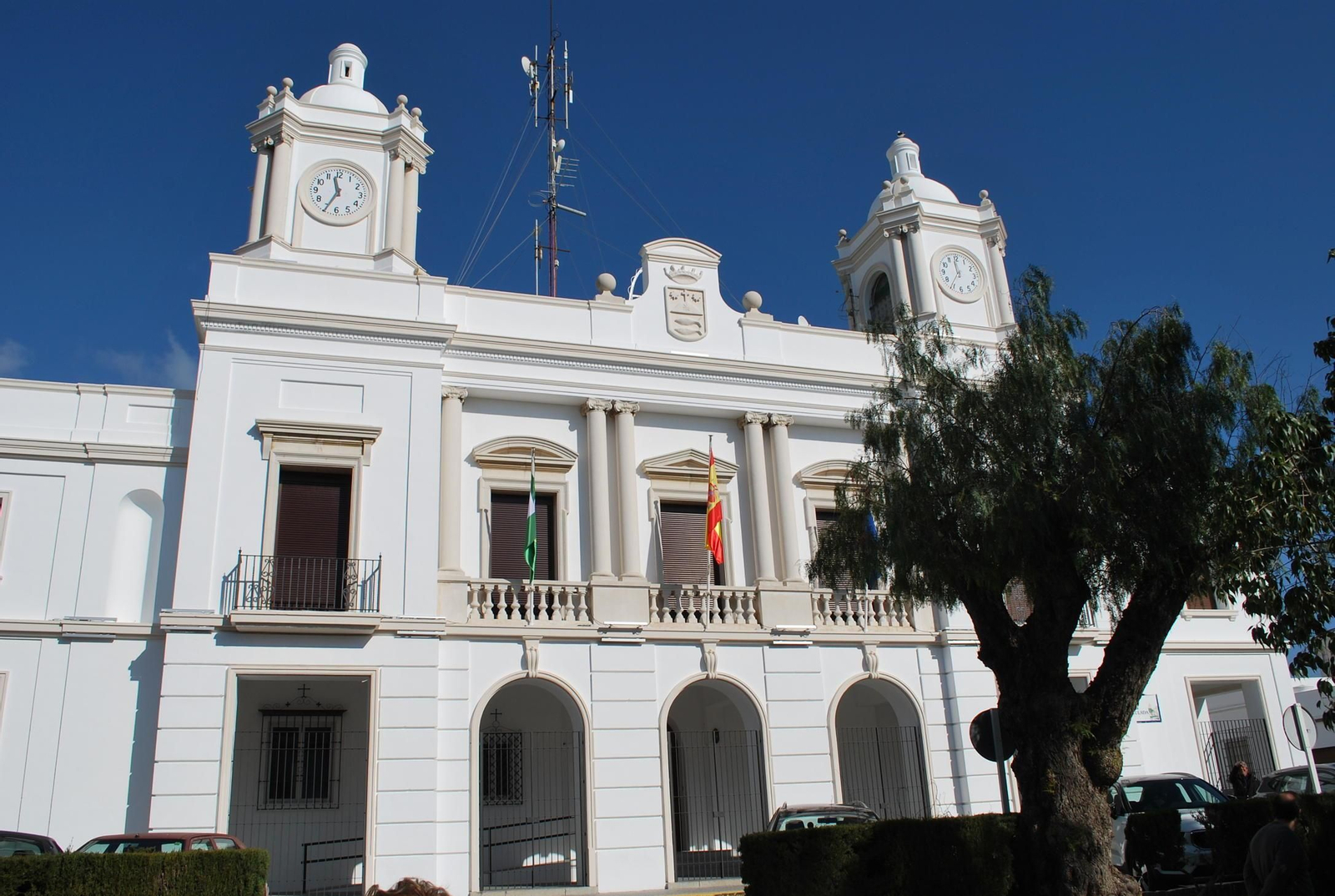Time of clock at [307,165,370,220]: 11:34
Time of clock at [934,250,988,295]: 11:35
